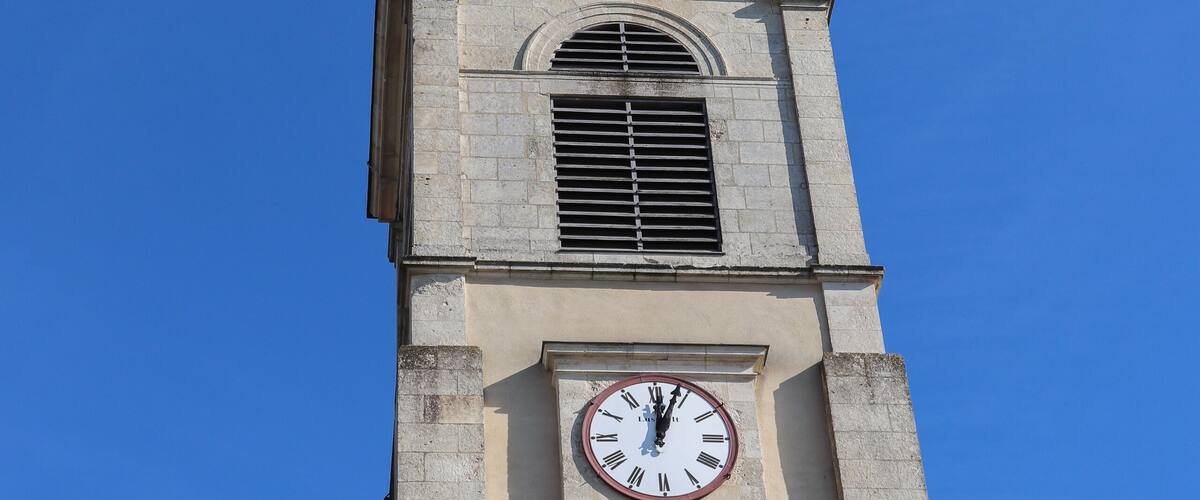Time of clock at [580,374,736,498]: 12:03
